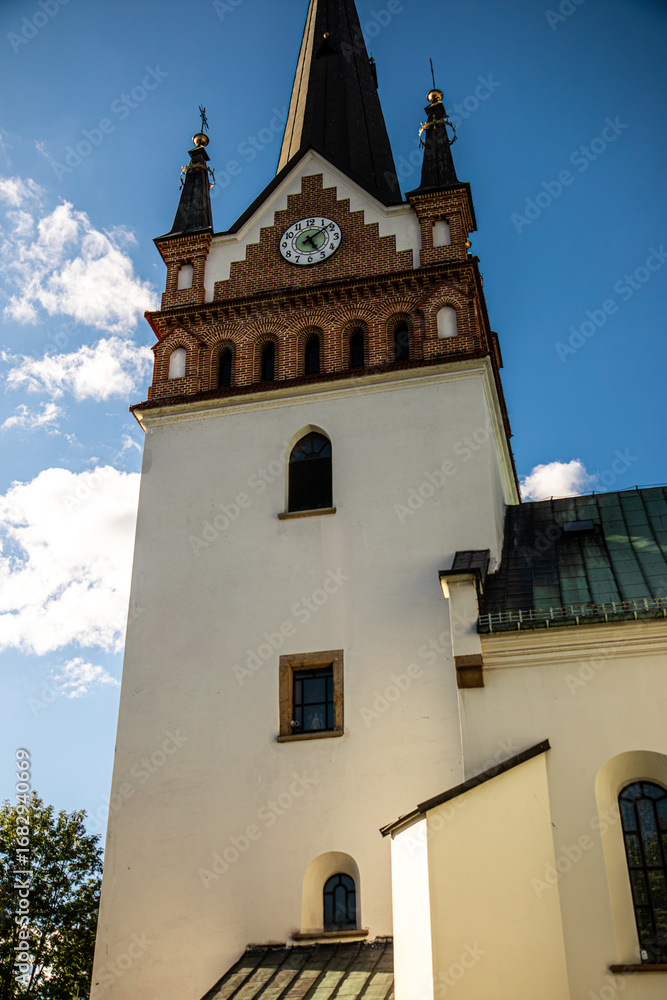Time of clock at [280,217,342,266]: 5:08
